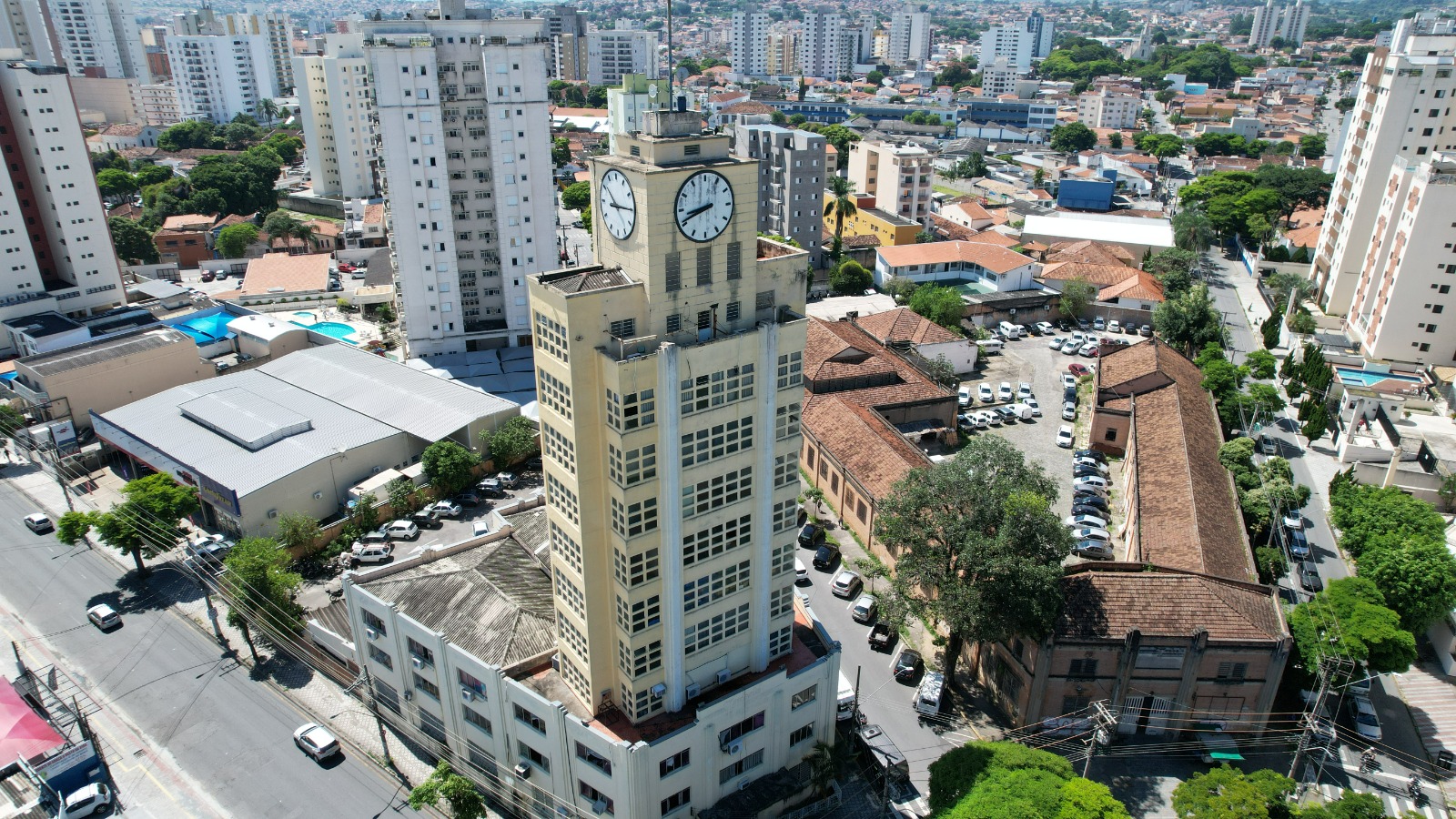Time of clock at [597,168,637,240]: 10:14
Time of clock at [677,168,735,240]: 8:41
